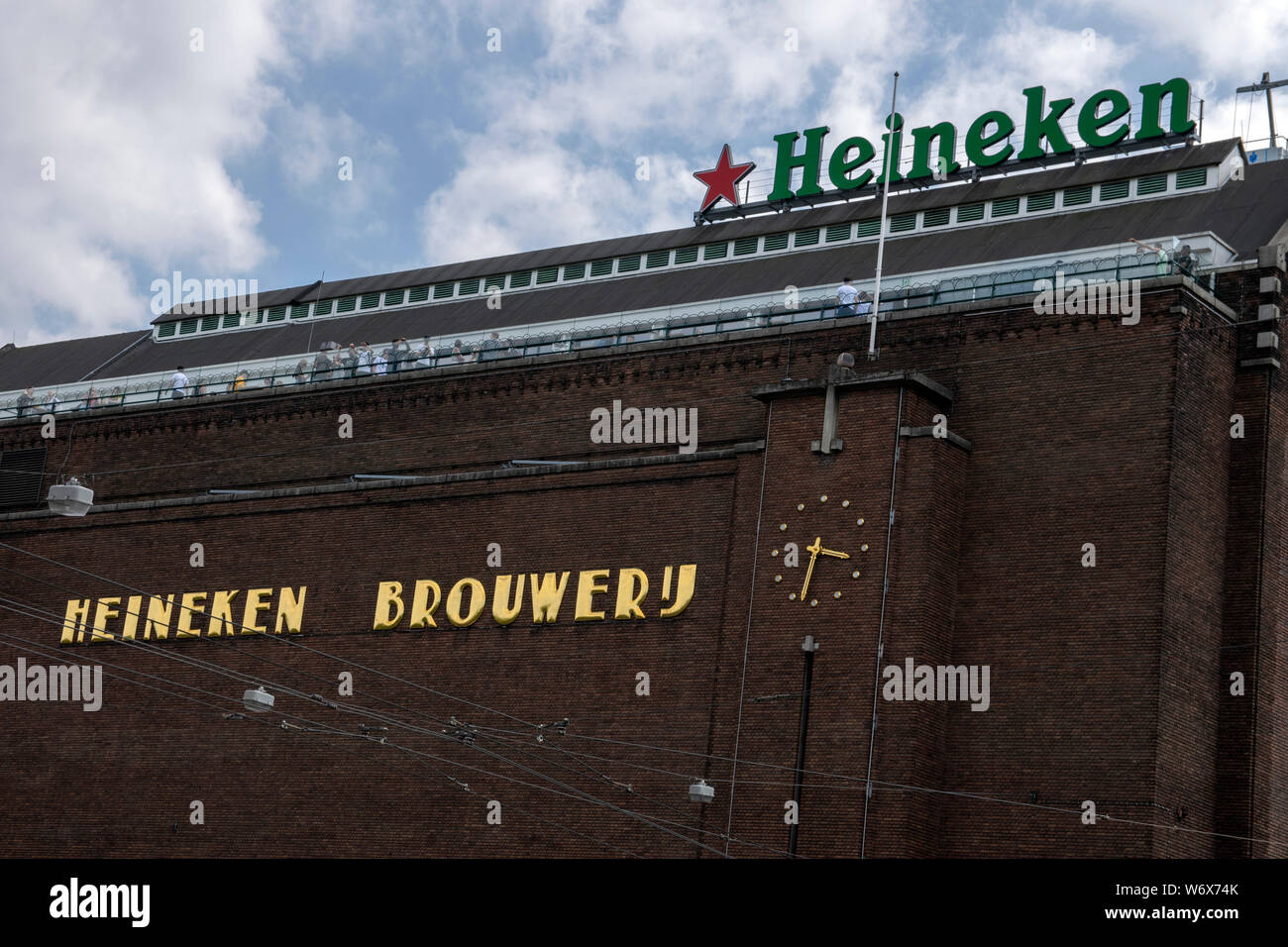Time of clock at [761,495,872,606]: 3:32
